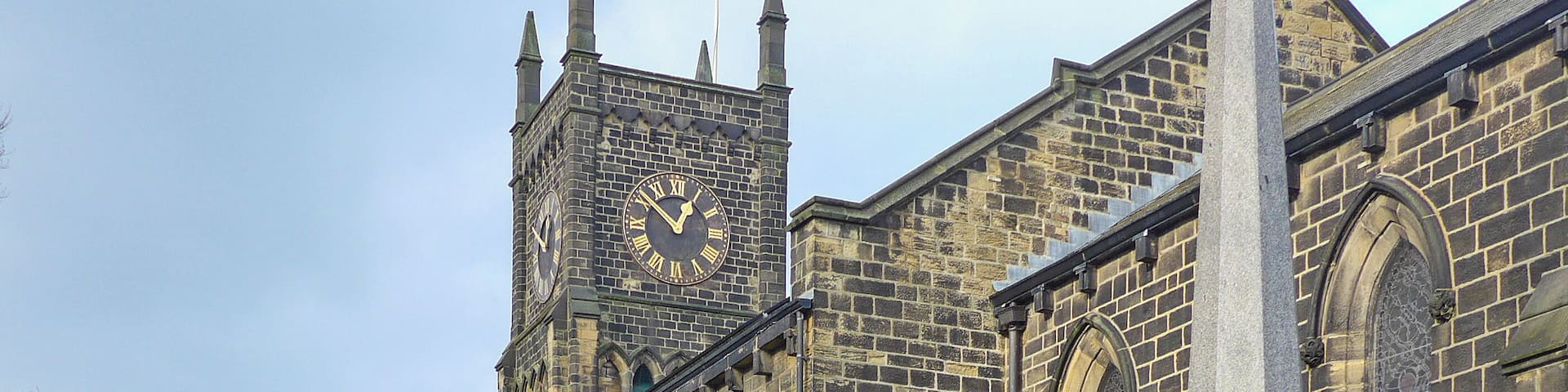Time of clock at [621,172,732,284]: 12:51
